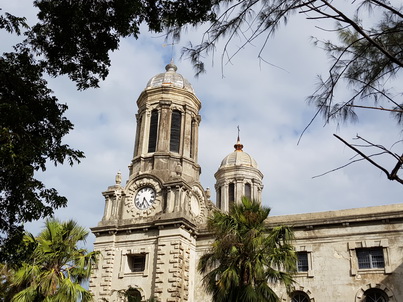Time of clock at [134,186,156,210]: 6:23
